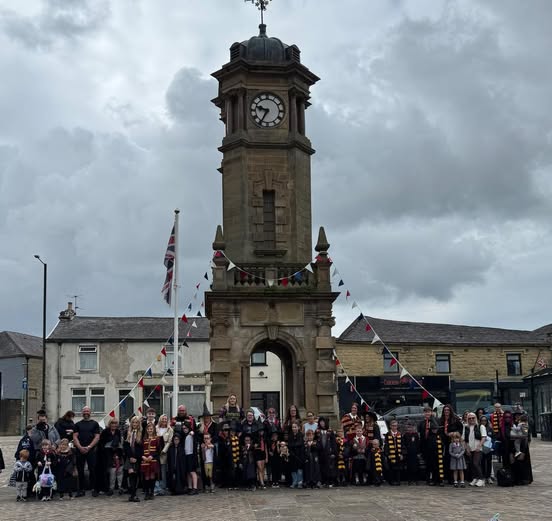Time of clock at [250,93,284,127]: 9:35
